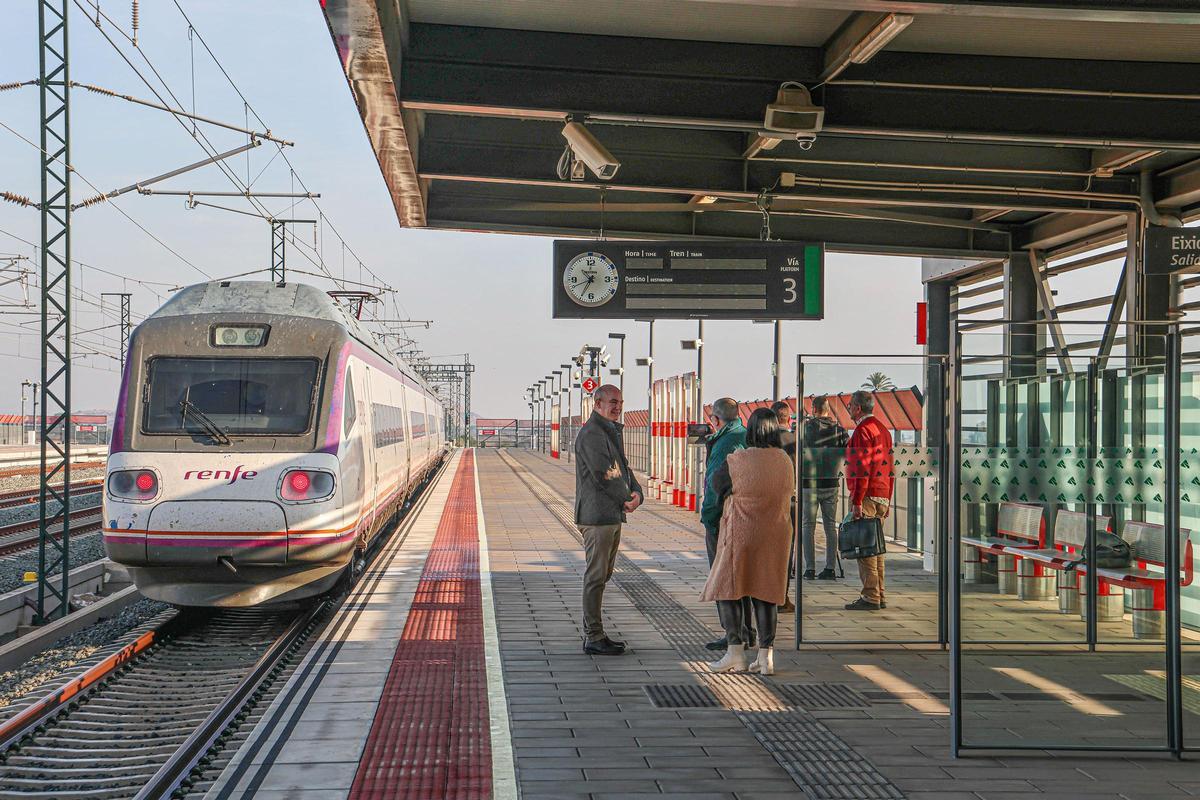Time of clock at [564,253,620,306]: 10:35
